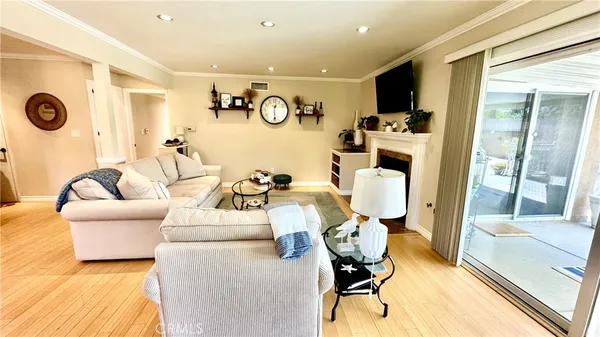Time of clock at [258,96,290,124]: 12:28
